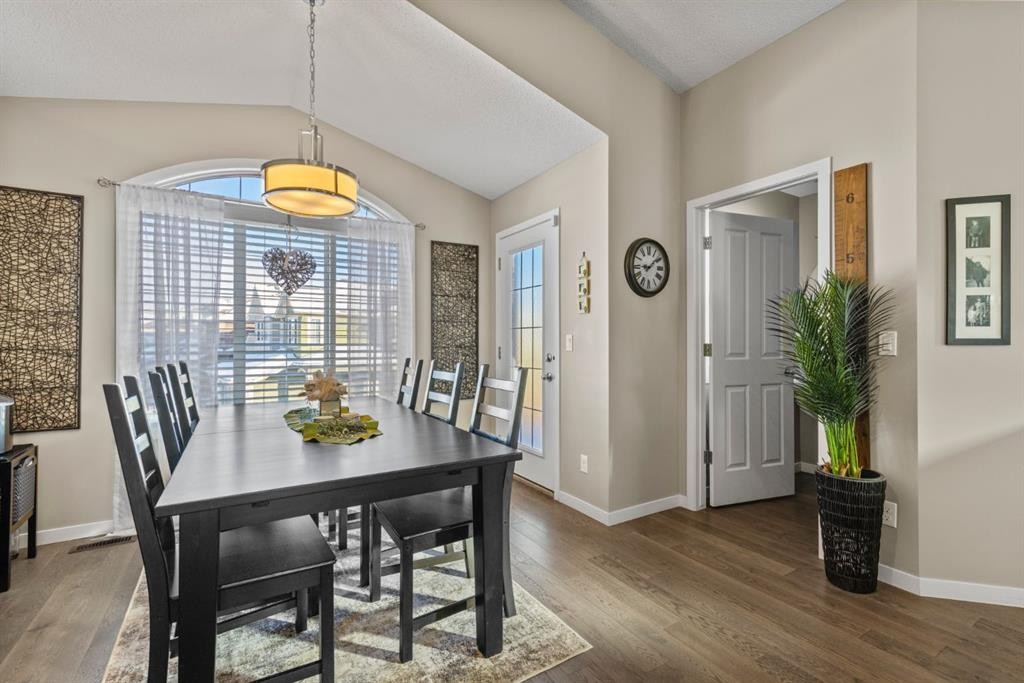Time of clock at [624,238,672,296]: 9:08
